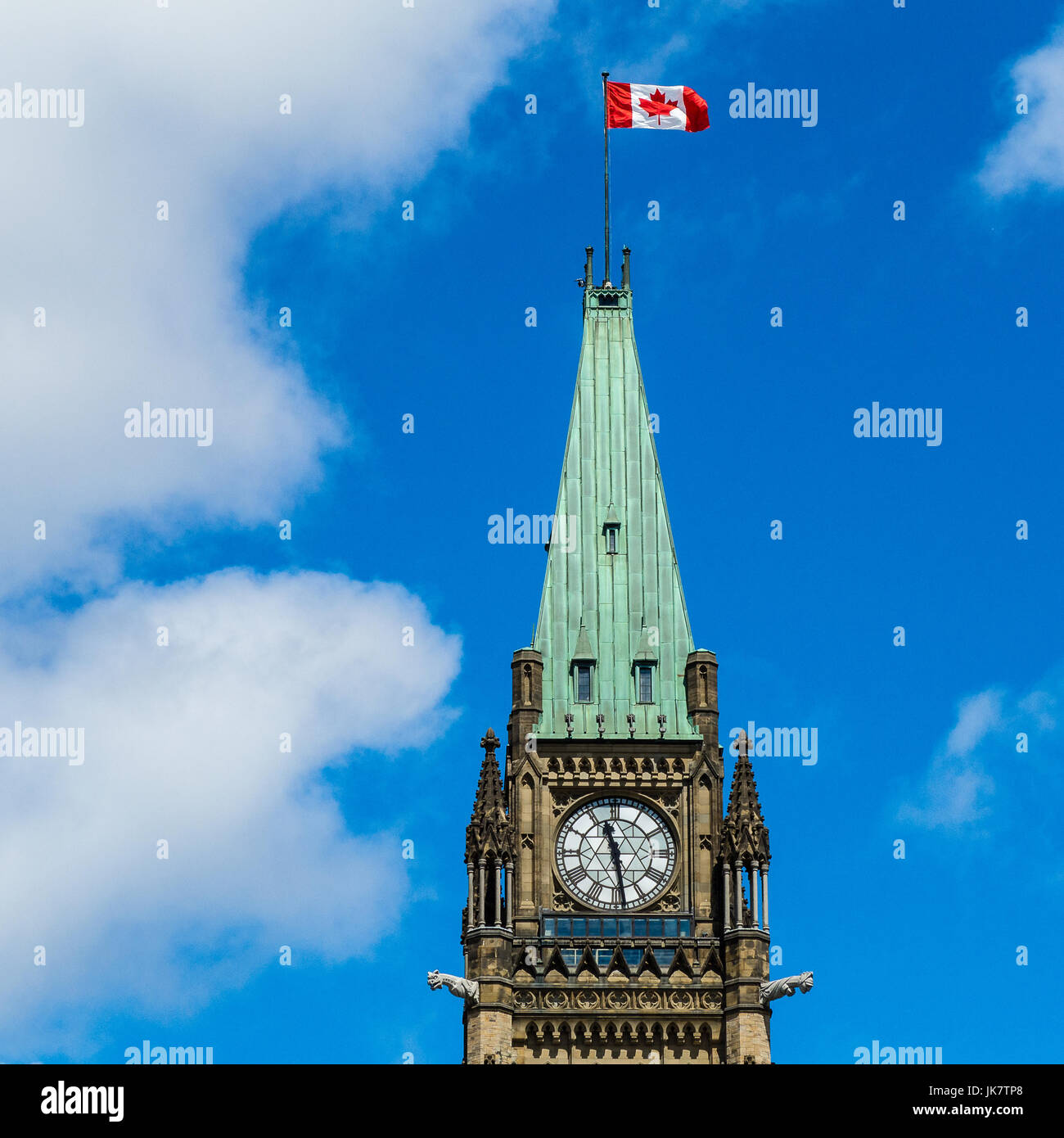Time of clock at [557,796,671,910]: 11:28
